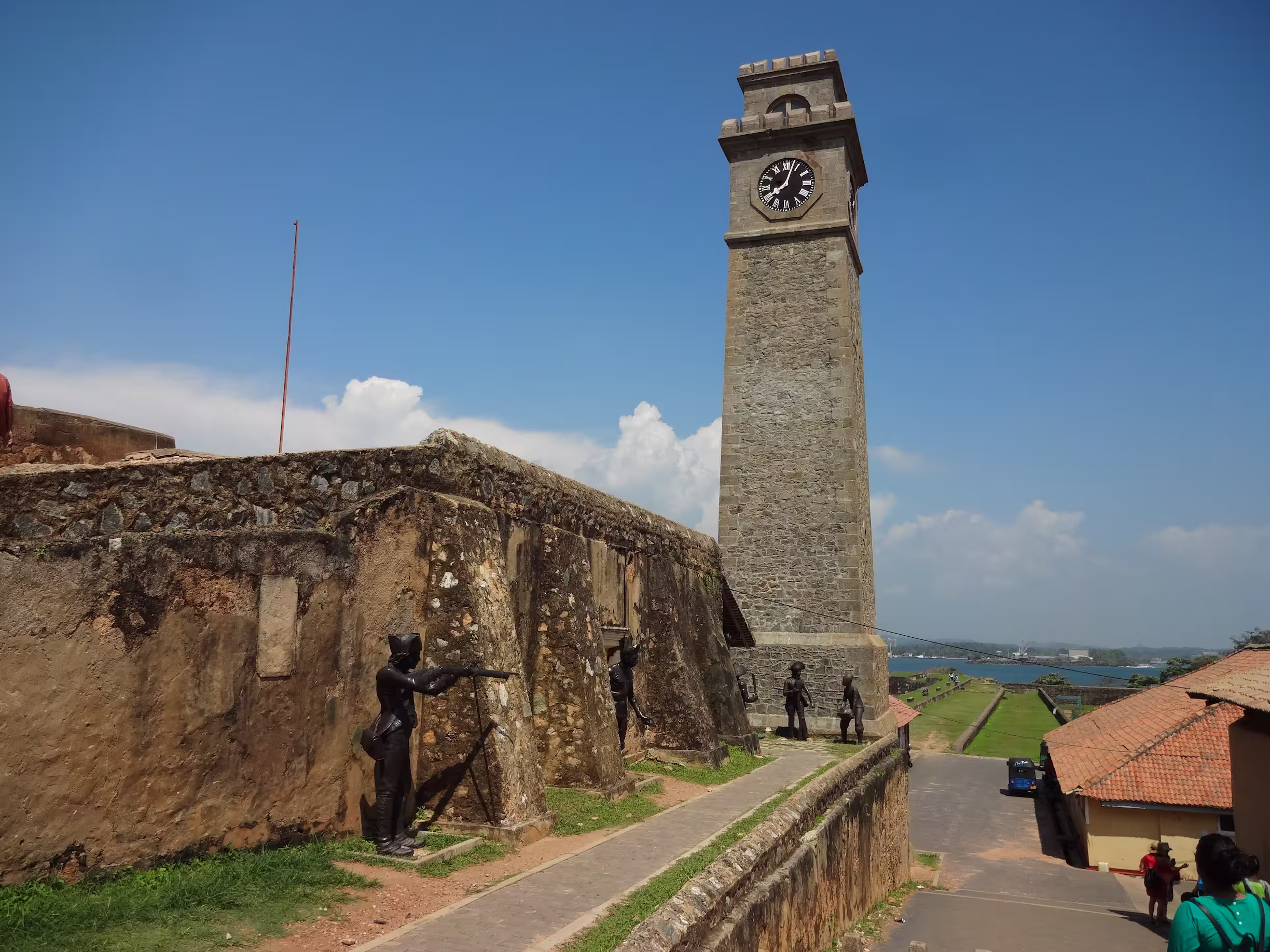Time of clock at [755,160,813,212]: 8:03
